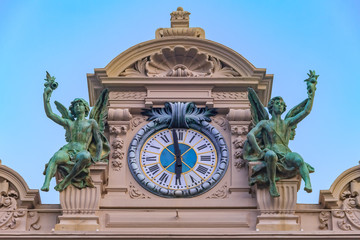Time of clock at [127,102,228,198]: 5:58
